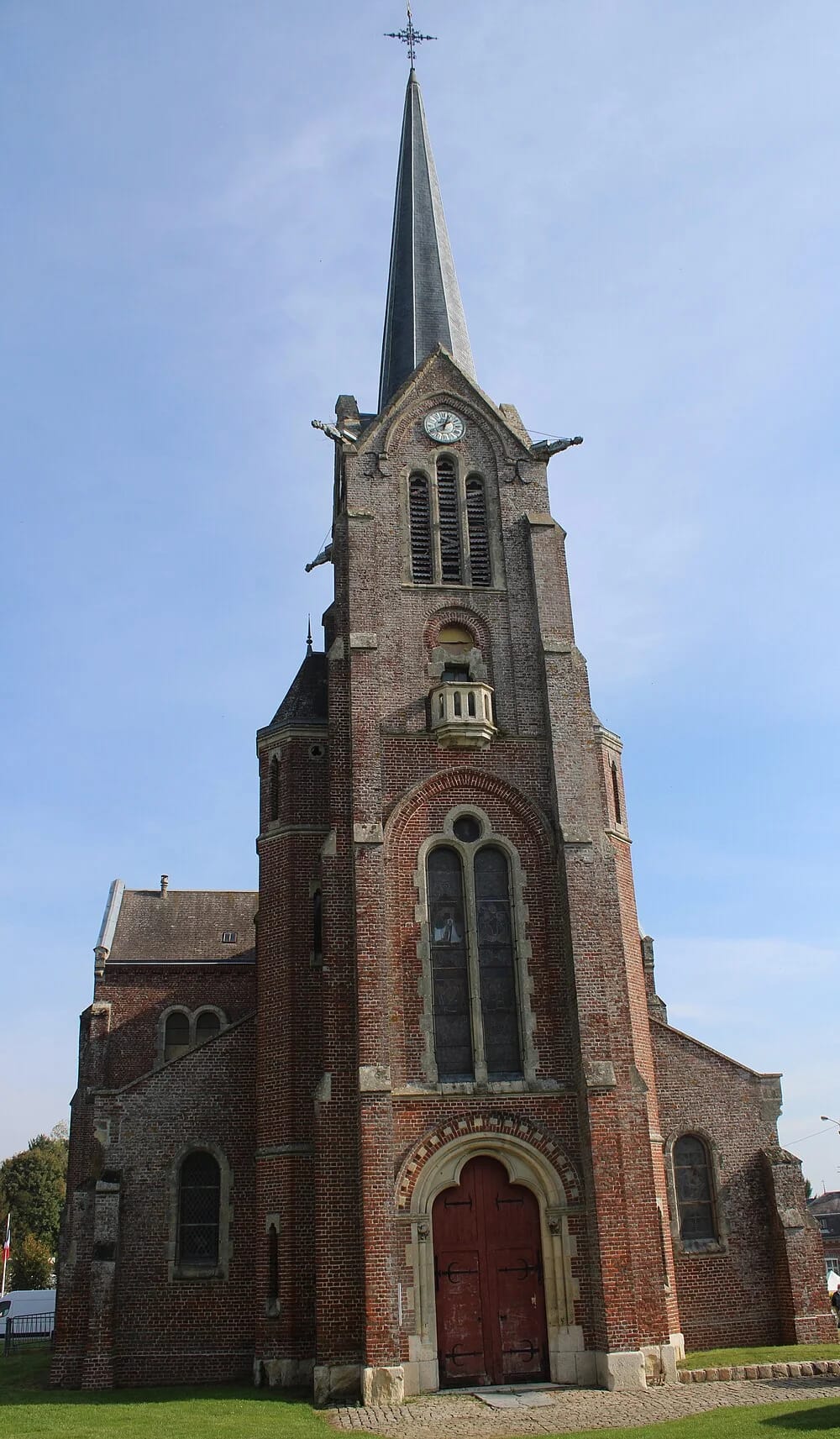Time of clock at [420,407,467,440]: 1:02
